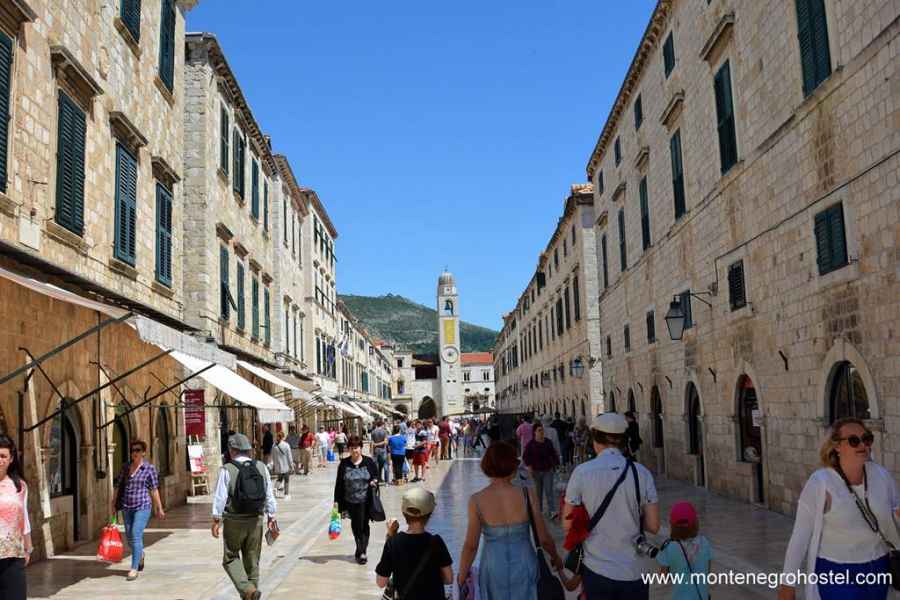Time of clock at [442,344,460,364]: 4:10
